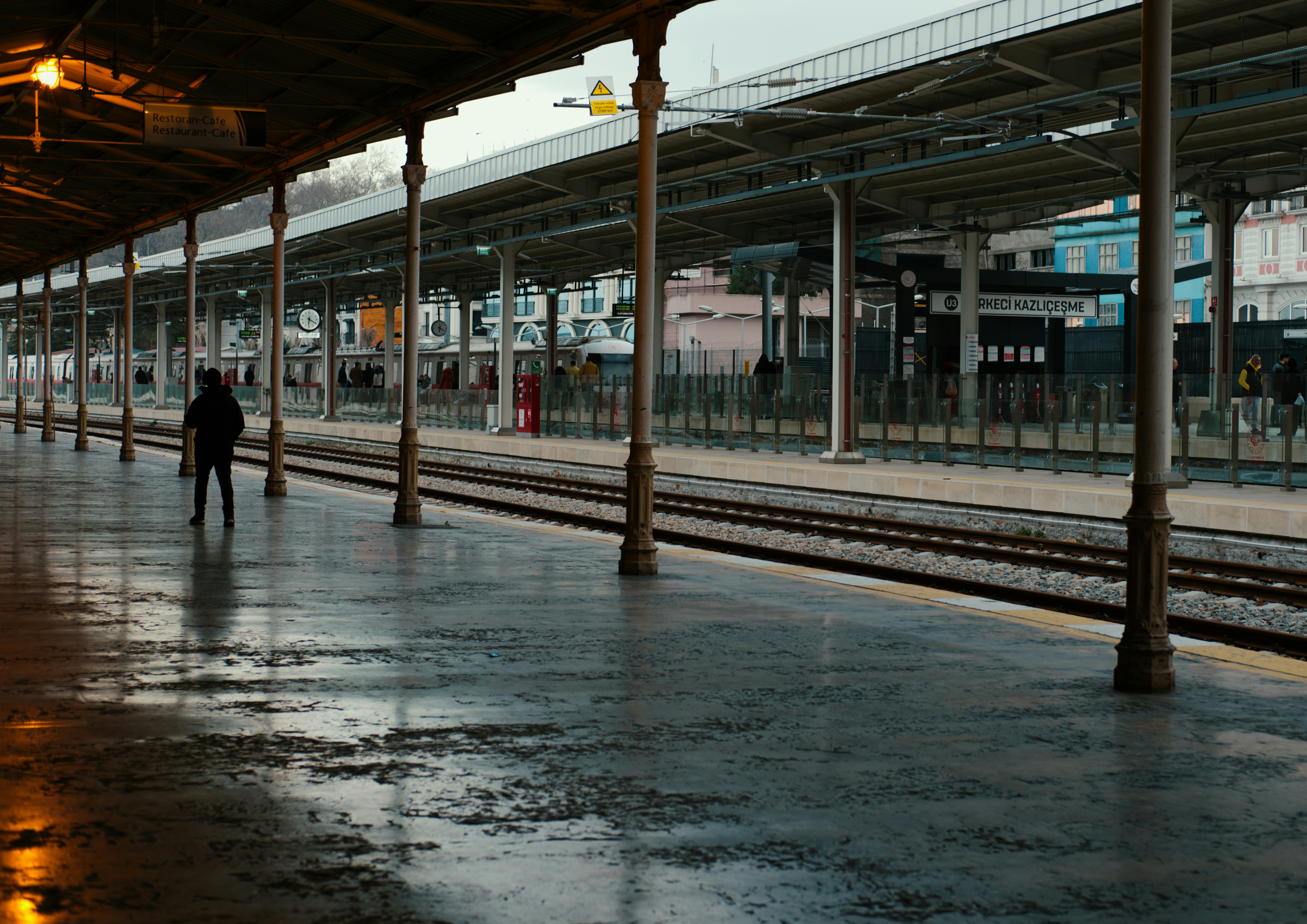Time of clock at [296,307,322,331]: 6:20
